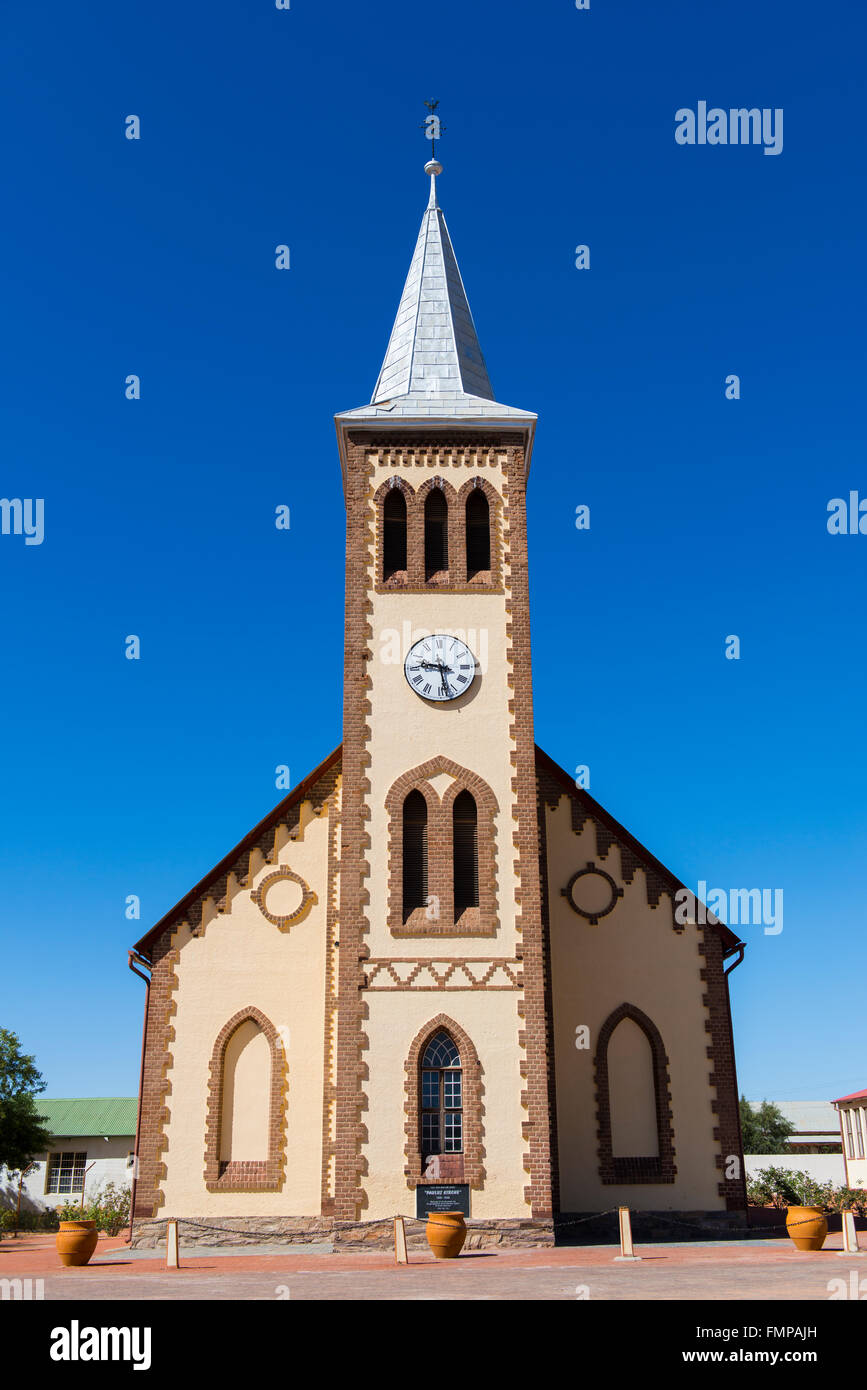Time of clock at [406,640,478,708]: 9:28
